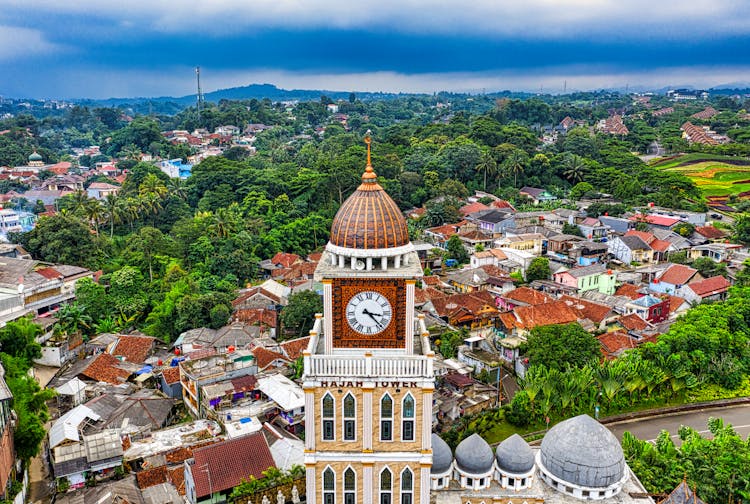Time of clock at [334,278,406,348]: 3:22
